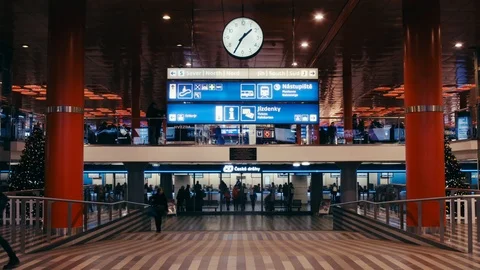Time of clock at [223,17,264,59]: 1:34
